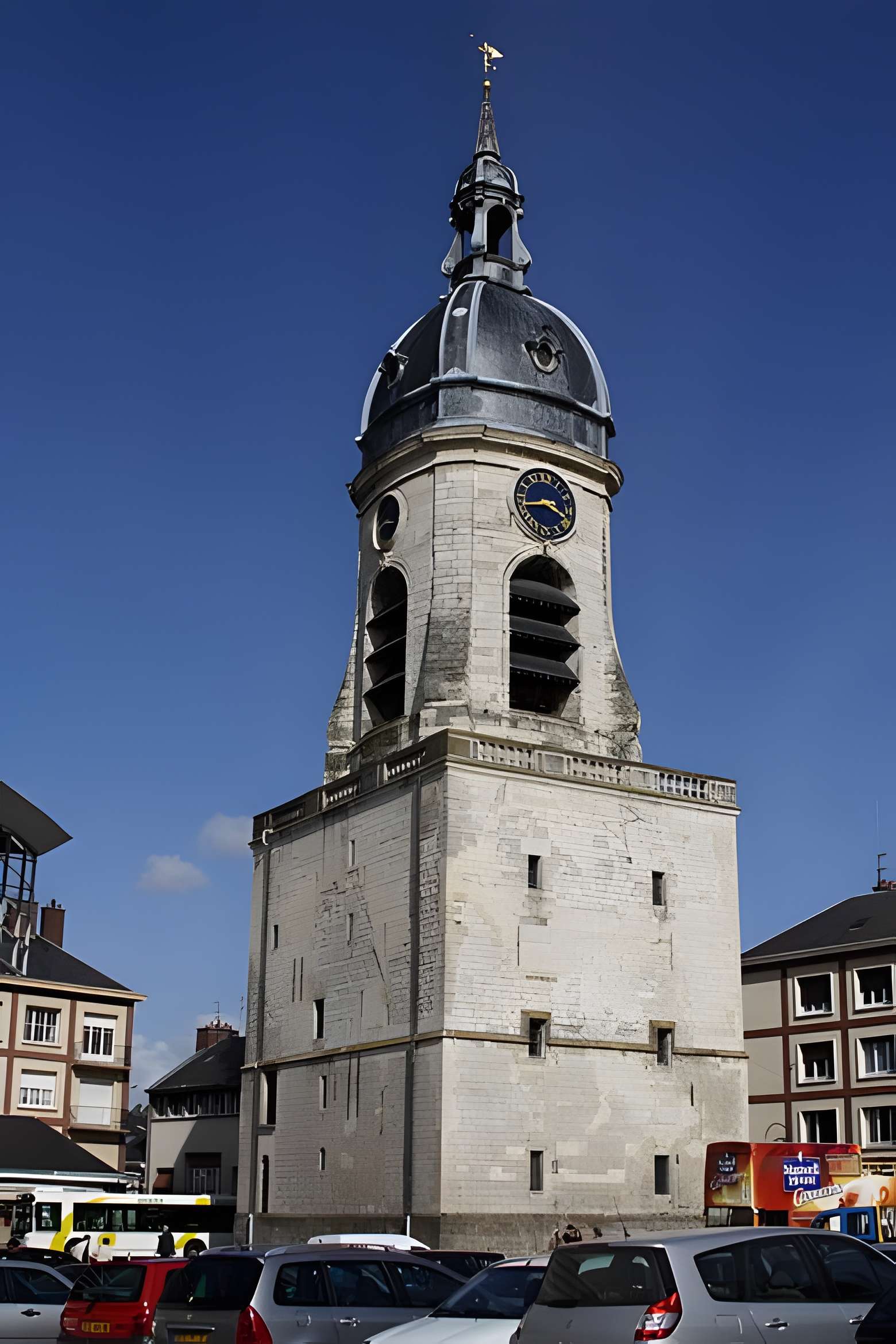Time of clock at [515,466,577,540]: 3:43
